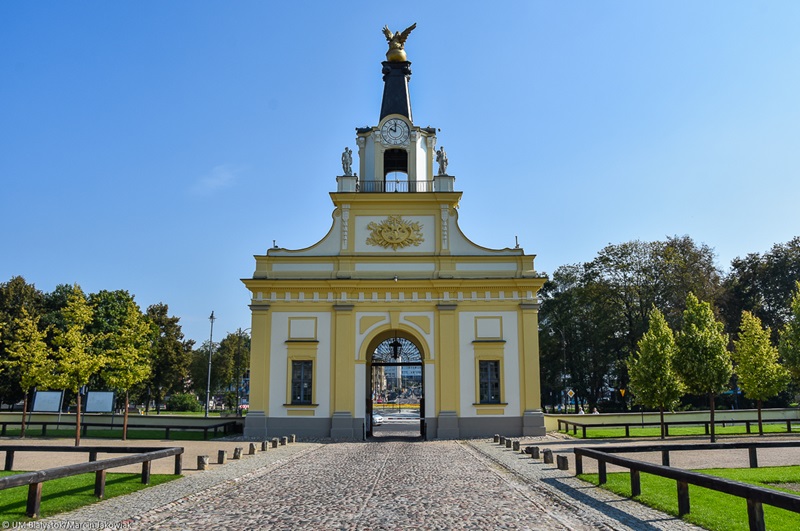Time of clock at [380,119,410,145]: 9:59
